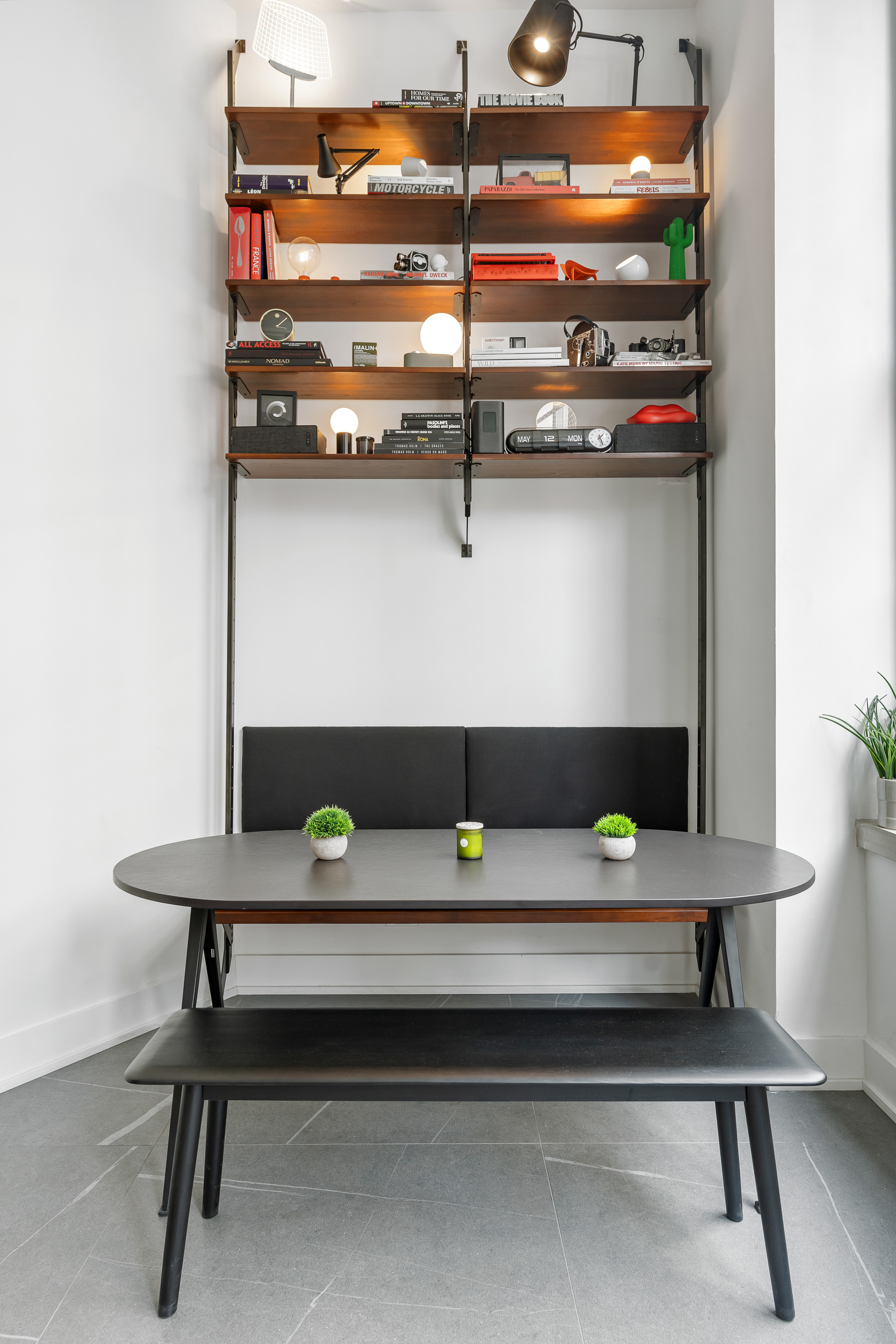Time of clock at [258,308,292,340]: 3:07
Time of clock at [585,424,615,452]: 1:26
